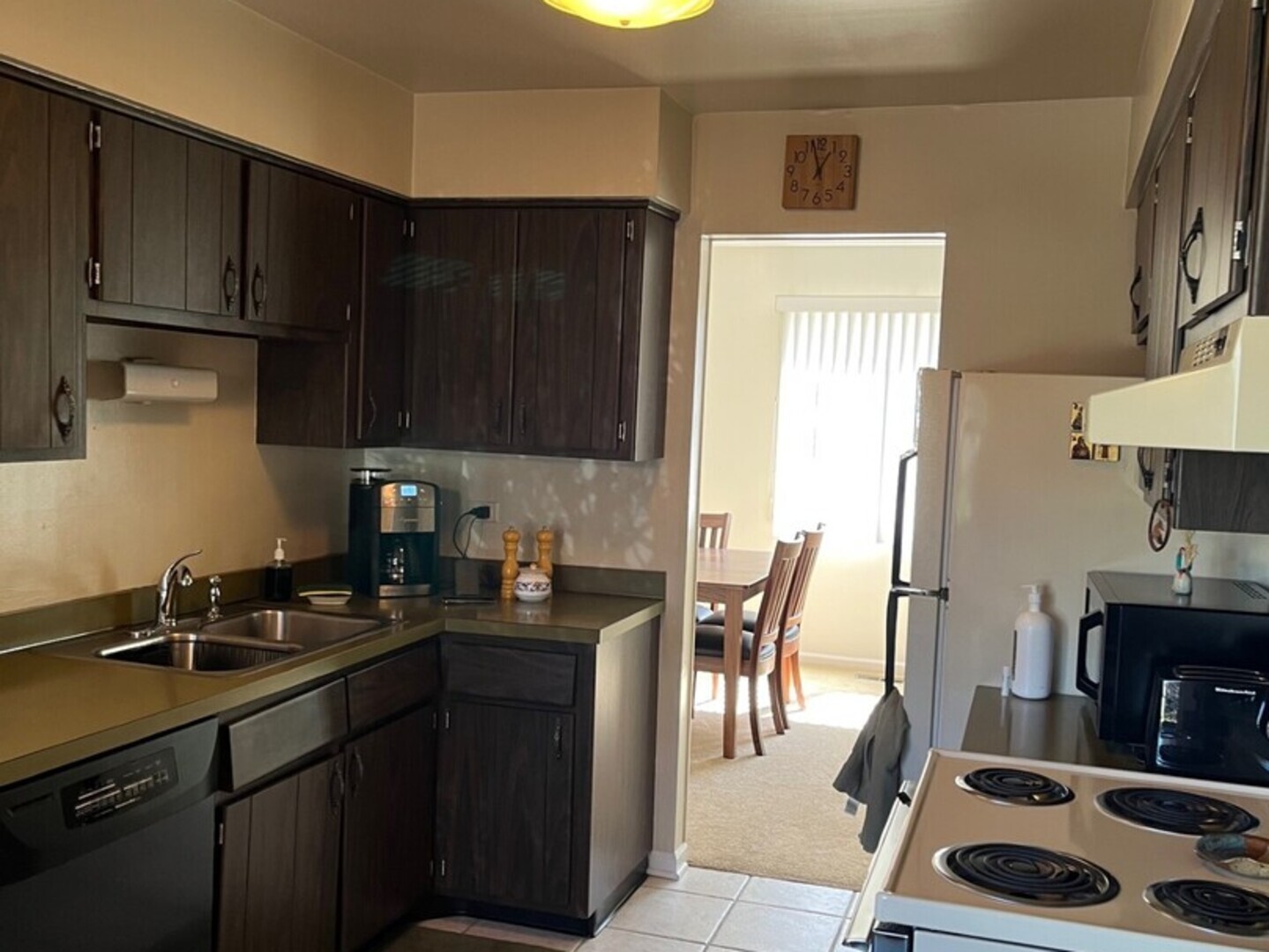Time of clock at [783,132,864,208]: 12:57
